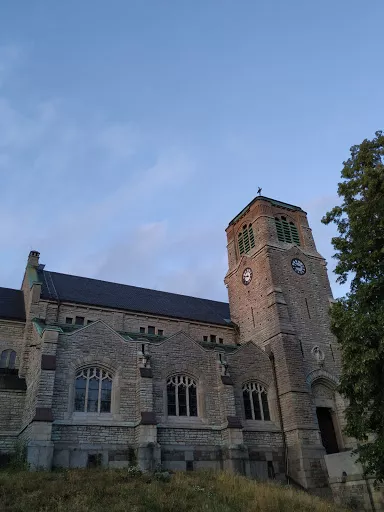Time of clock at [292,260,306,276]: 9:43
